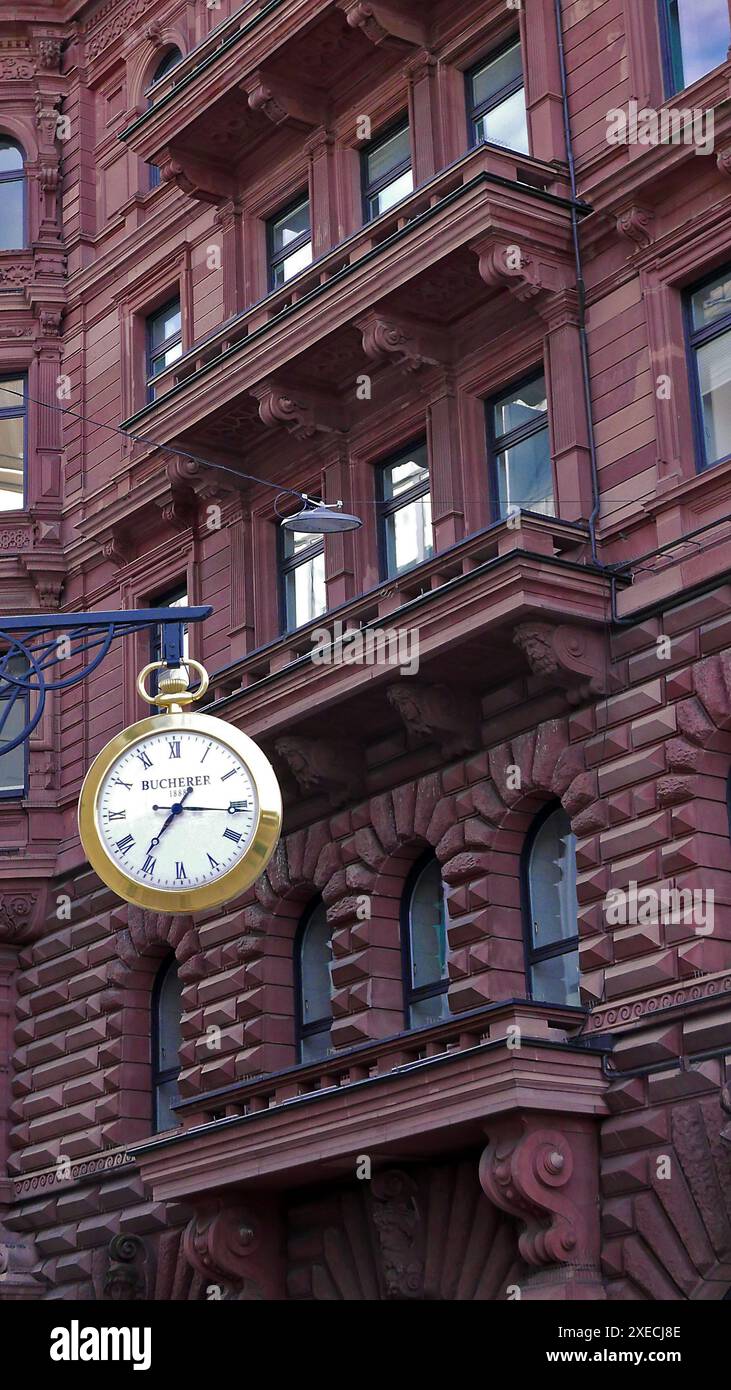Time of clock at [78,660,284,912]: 7:15
